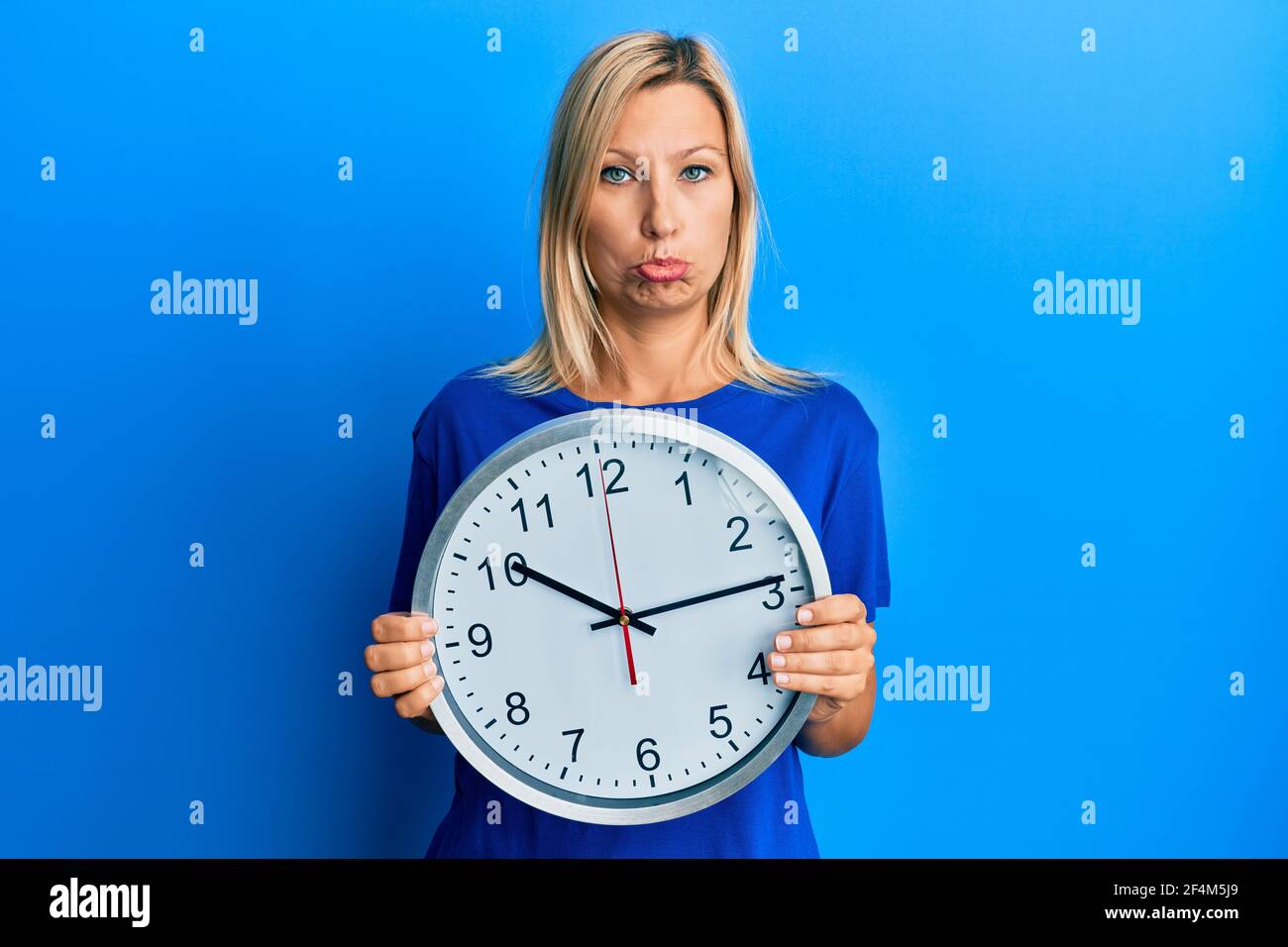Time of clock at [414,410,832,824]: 10:14
